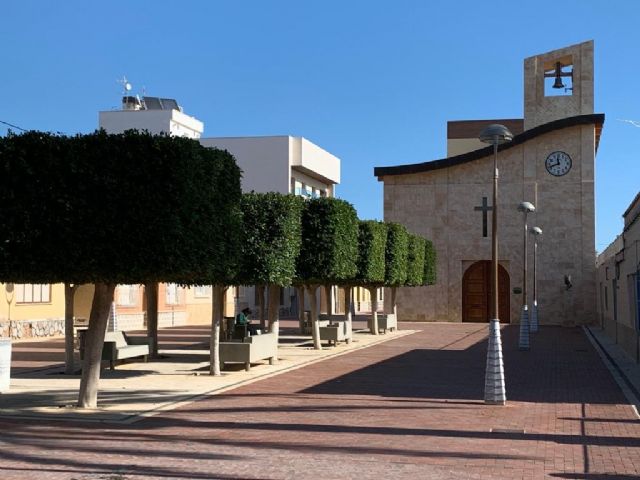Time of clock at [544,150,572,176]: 11:41
